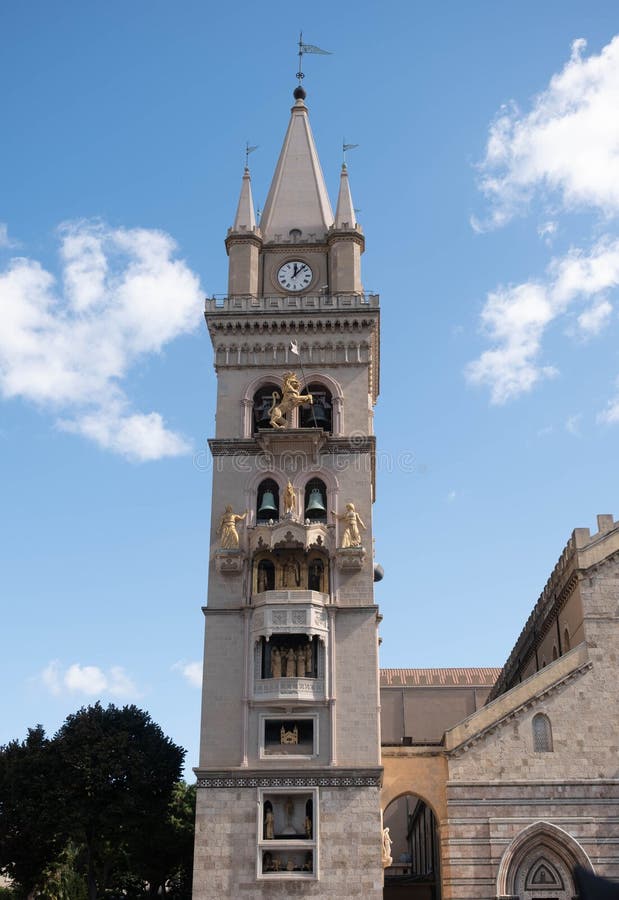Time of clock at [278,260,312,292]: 12:06
